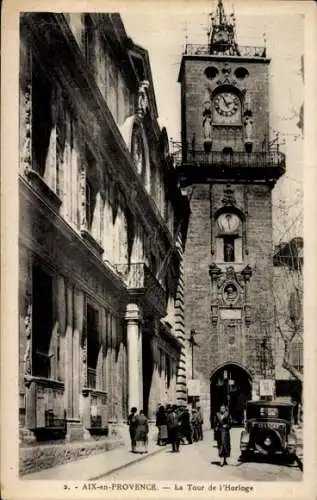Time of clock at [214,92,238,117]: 11:12
